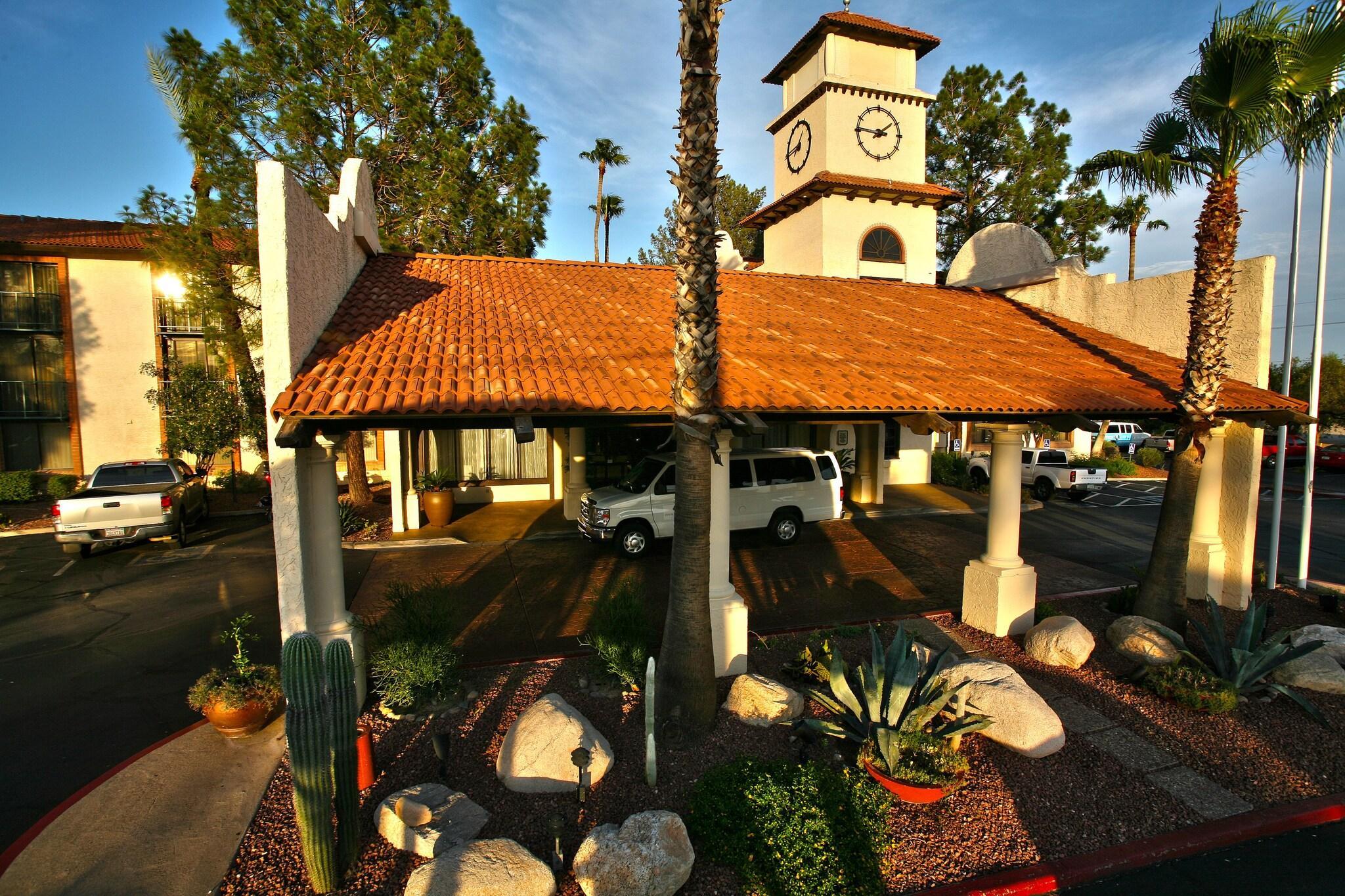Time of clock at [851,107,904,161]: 1:46
